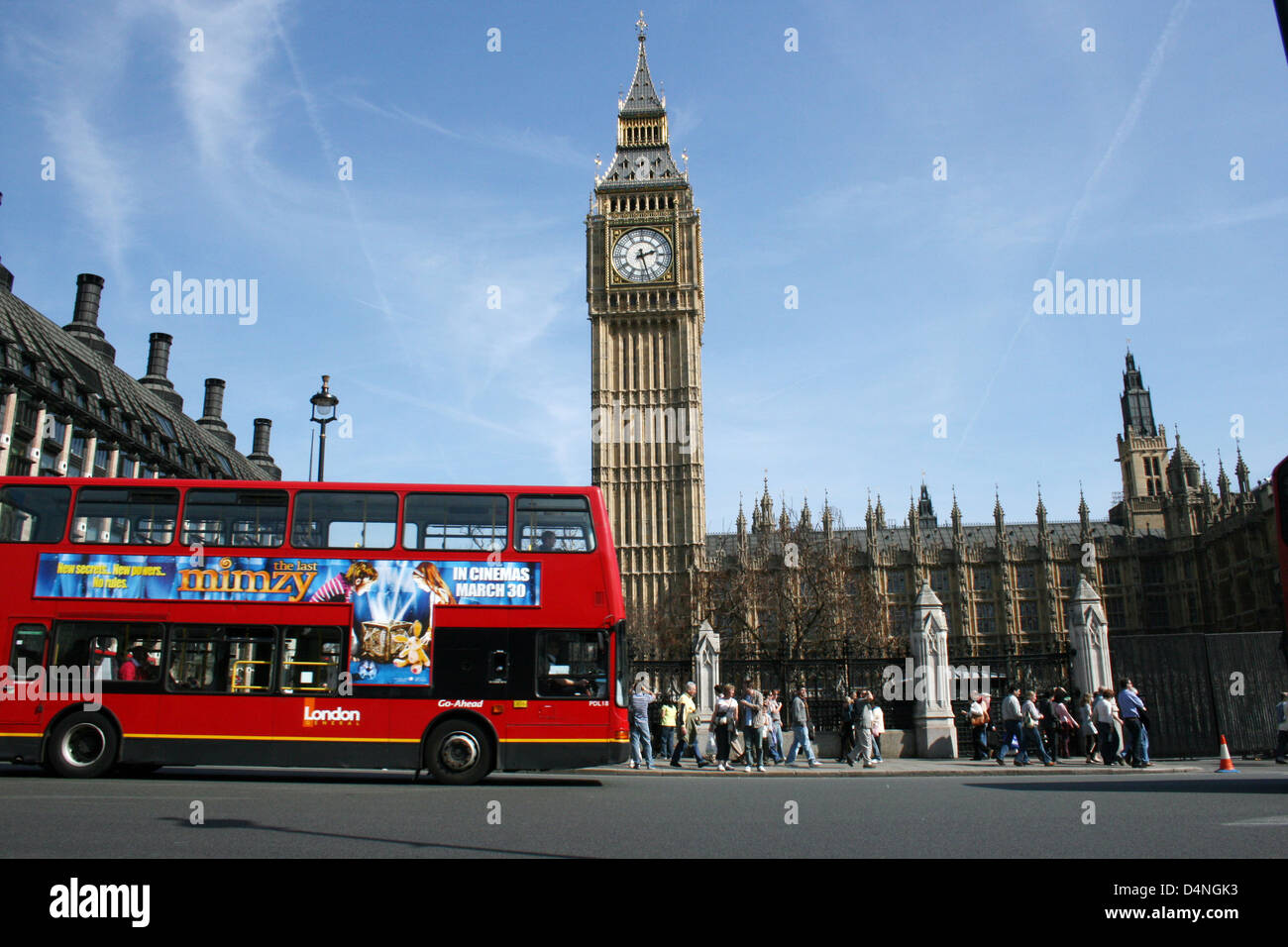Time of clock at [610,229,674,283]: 2:27
